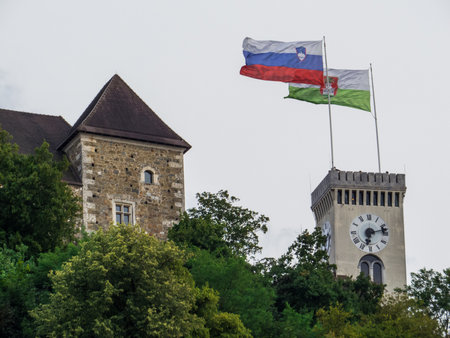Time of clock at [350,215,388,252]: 6:12
